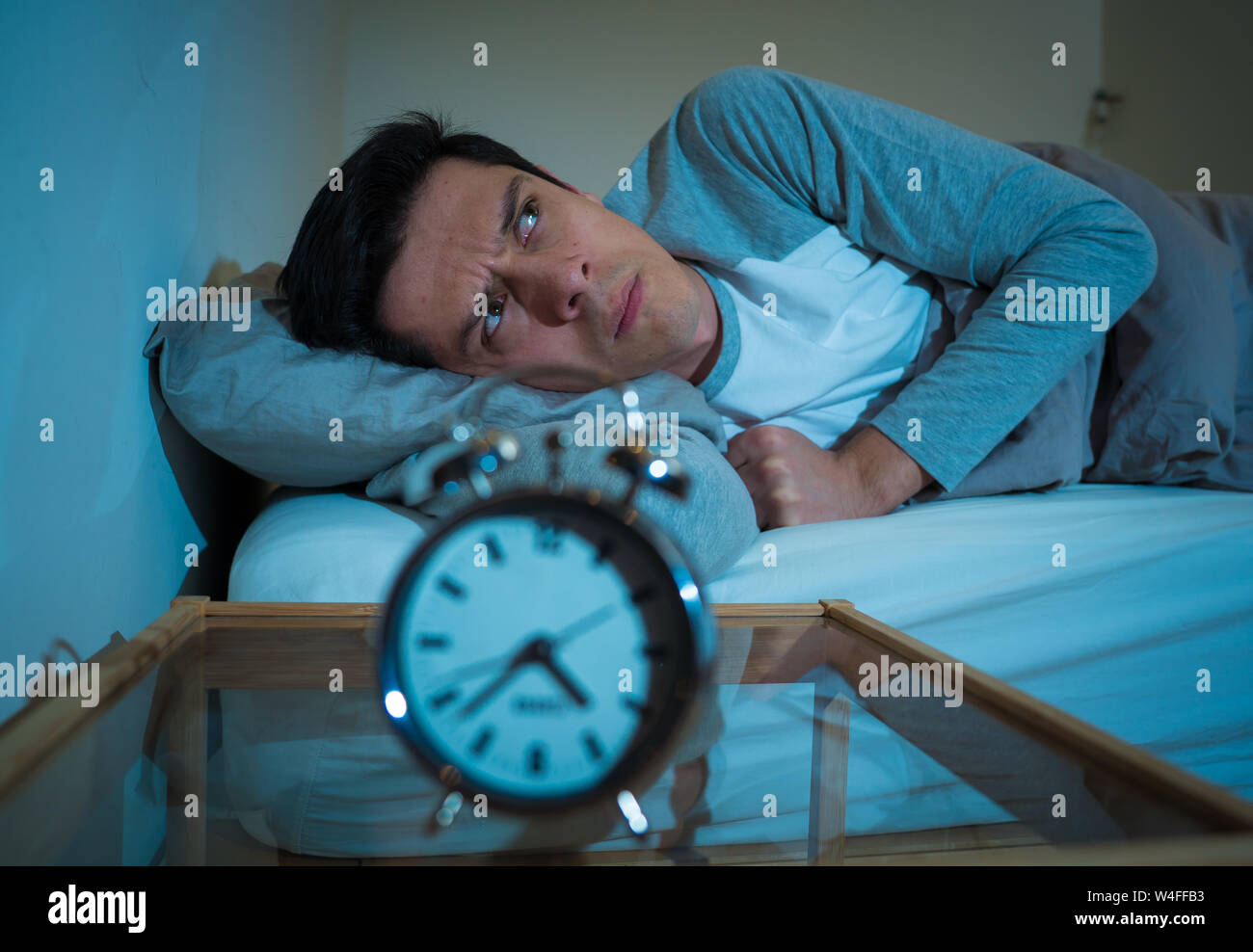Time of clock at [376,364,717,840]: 4:37
